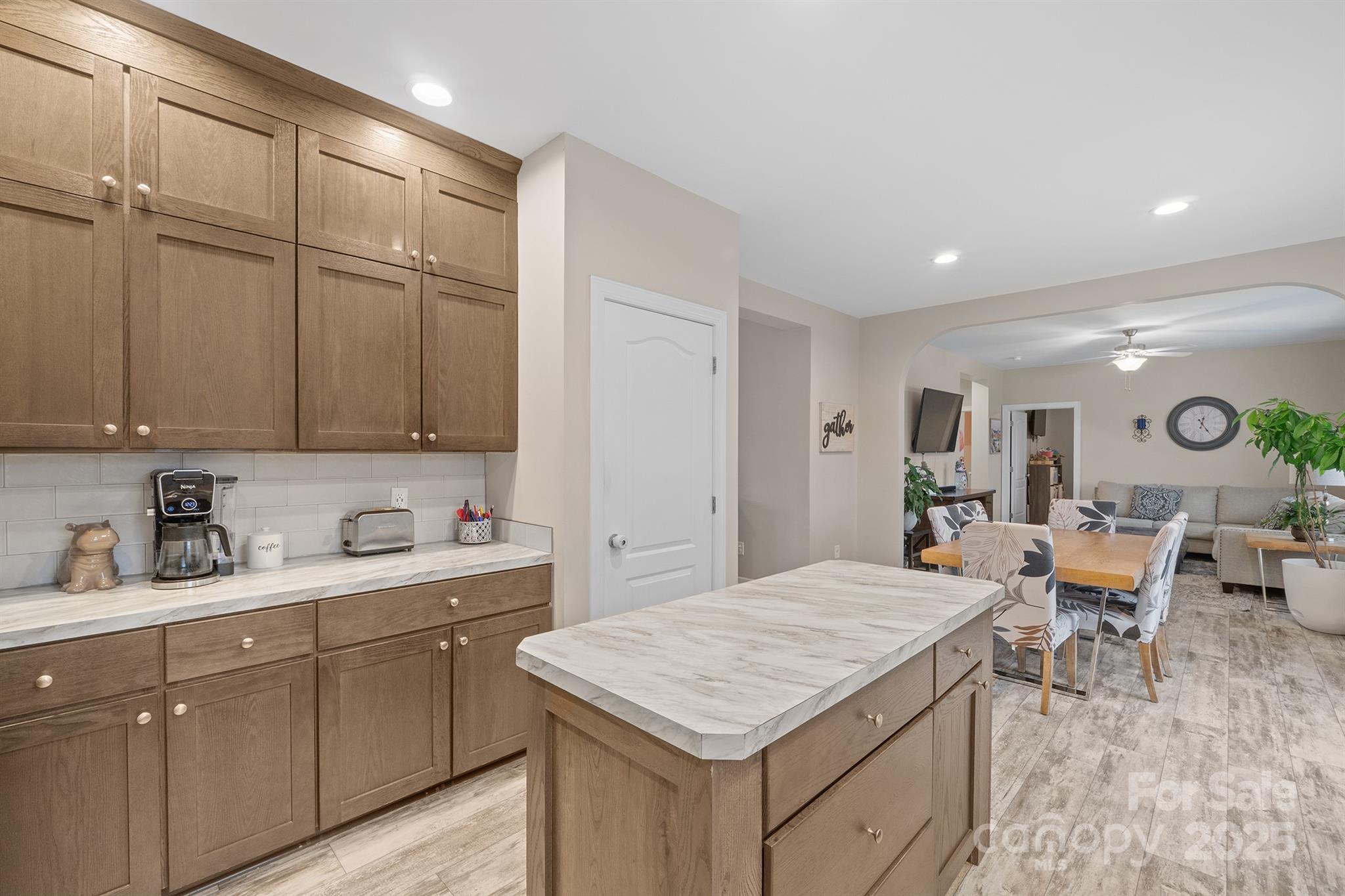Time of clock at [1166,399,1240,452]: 12:24
